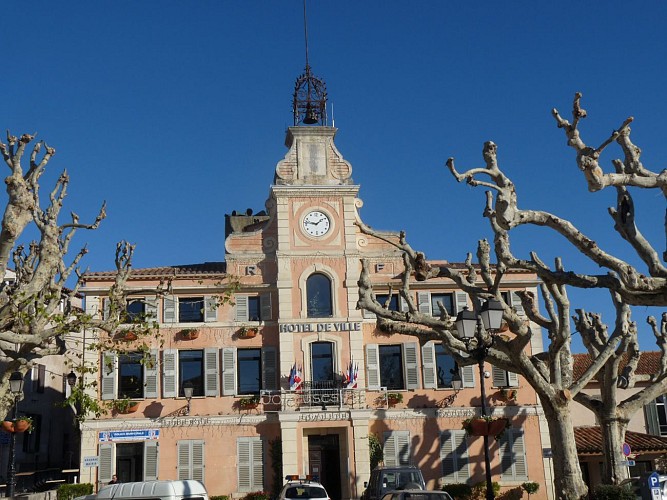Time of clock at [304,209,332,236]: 1:46
